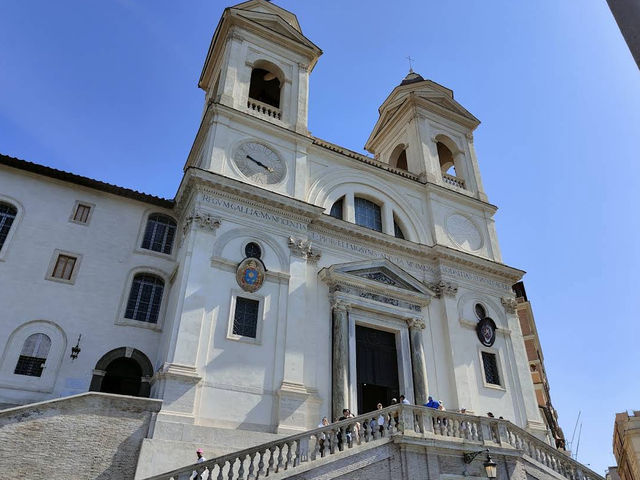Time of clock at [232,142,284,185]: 3:48
